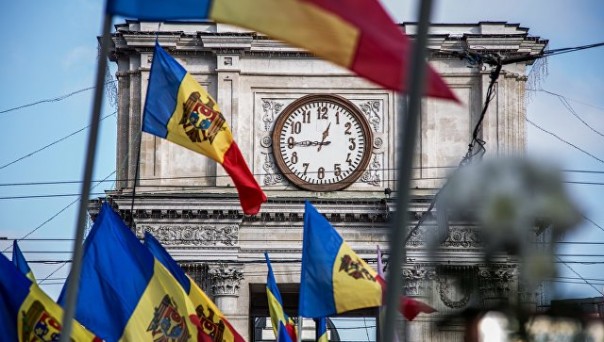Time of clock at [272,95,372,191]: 12:44
